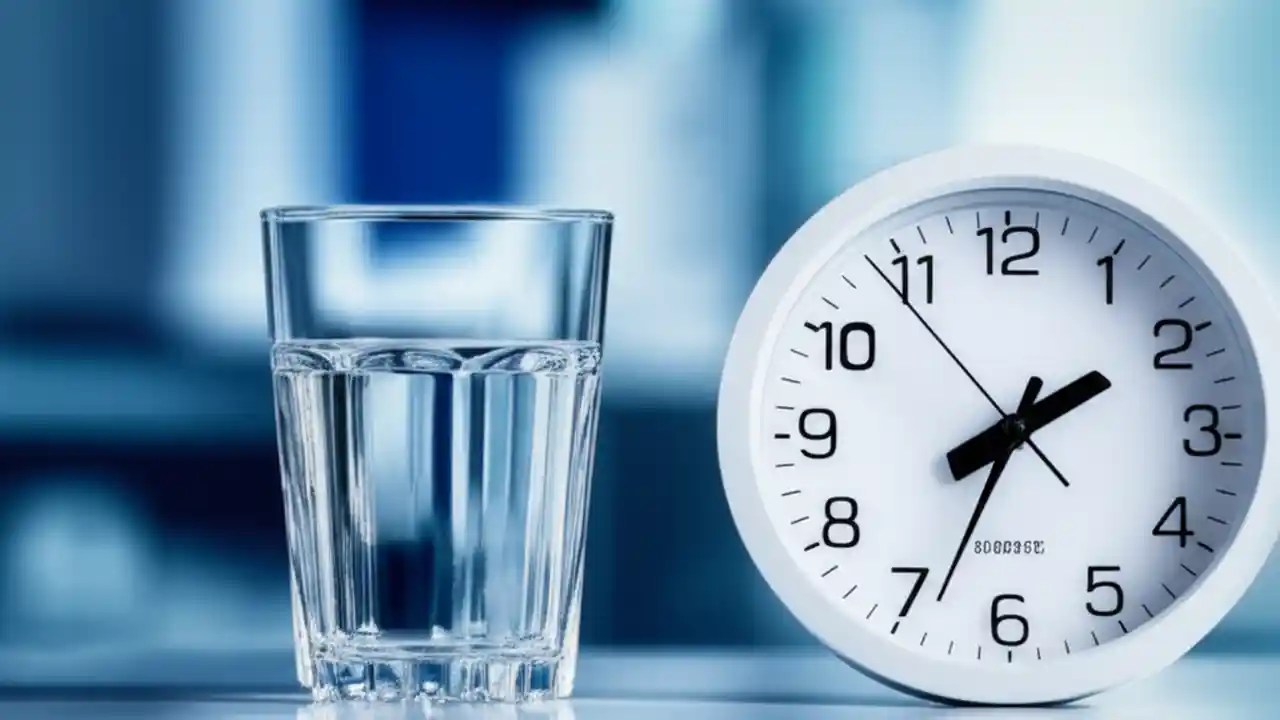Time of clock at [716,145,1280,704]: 7:33
